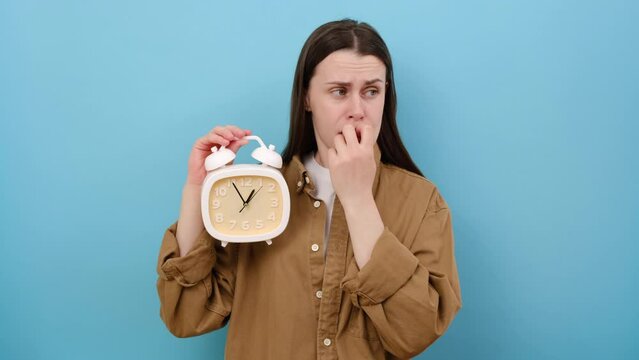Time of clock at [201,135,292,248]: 12:55
